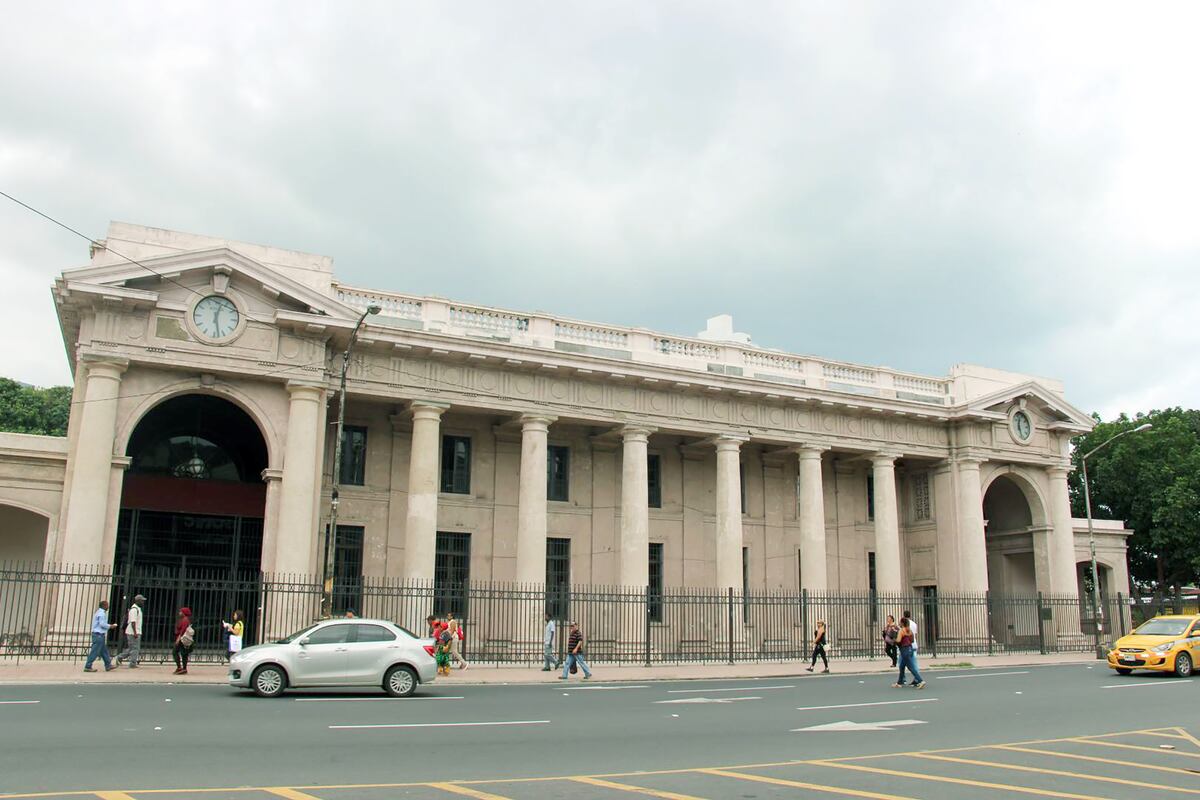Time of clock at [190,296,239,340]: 12:27
